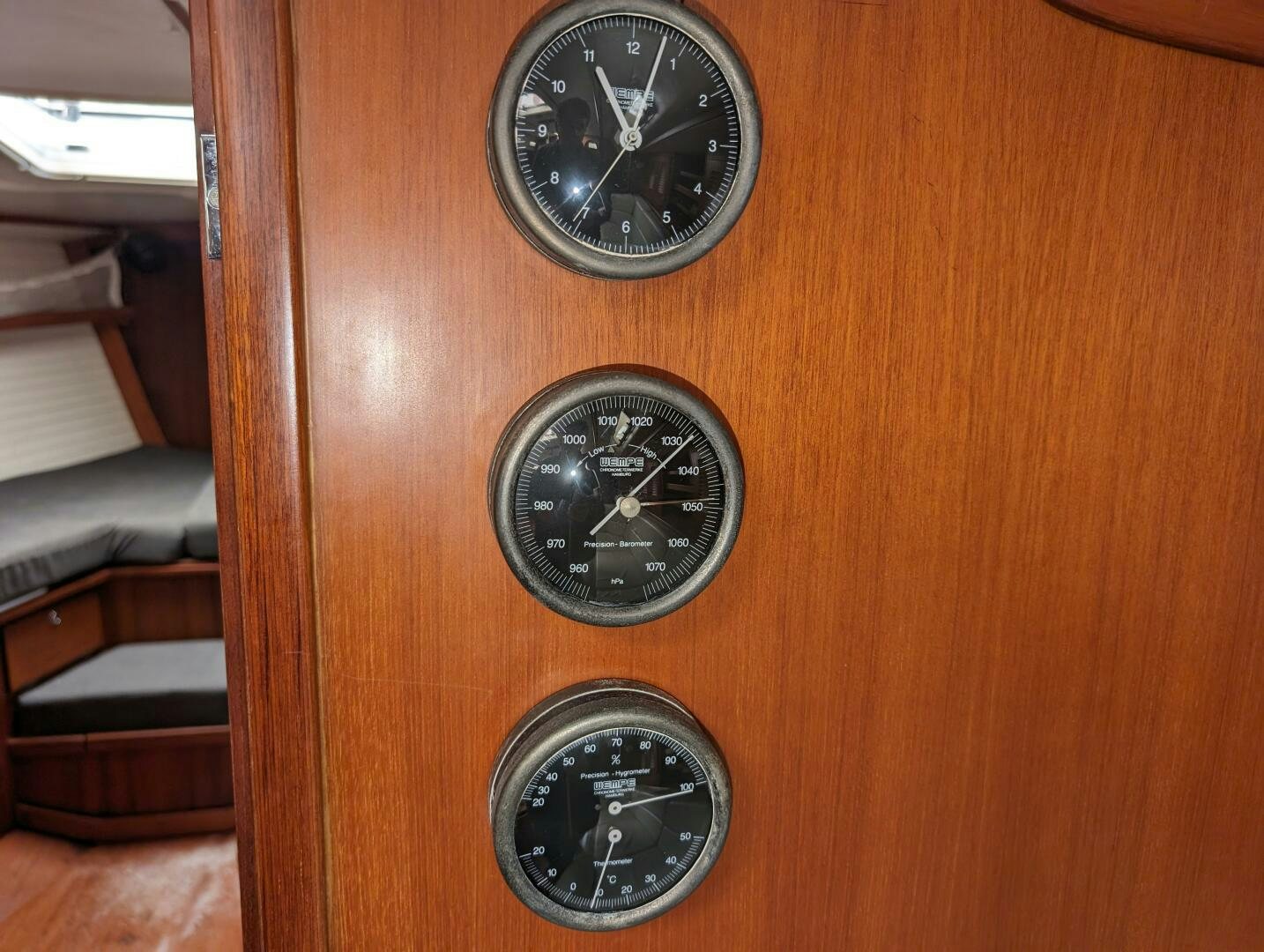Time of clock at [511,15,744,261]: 11:03
